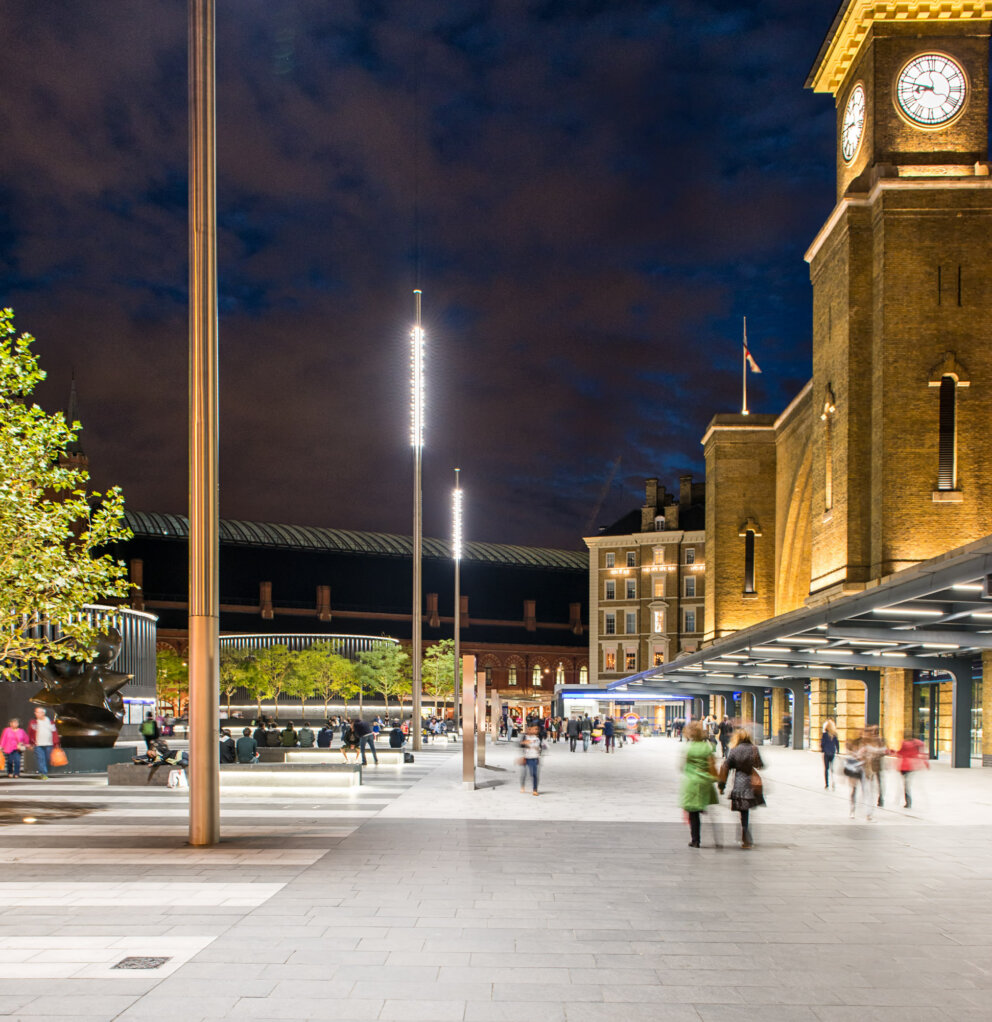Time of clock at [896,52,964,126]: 8:47
